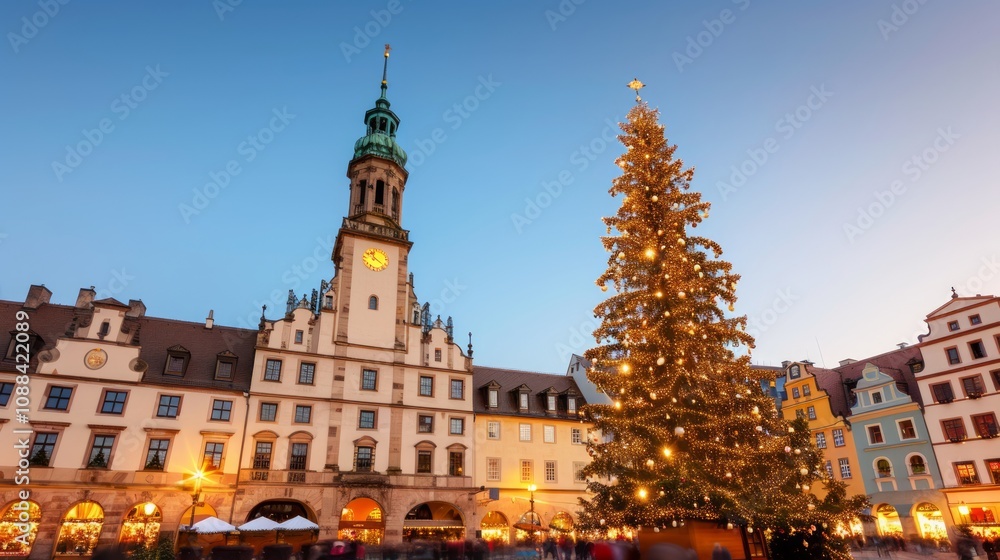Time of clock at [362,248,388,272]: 11:21
